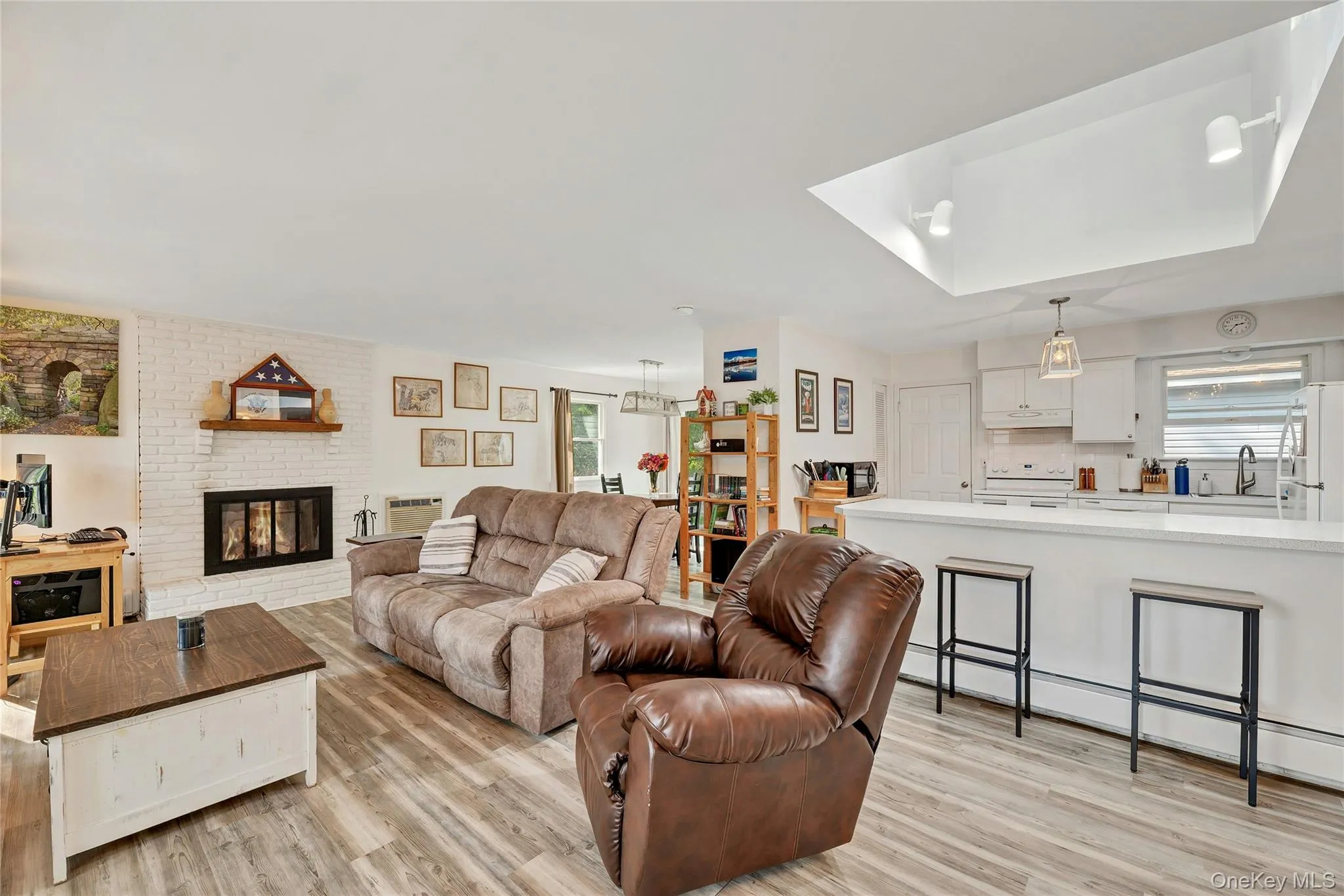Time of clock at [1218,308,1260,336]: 2:36
